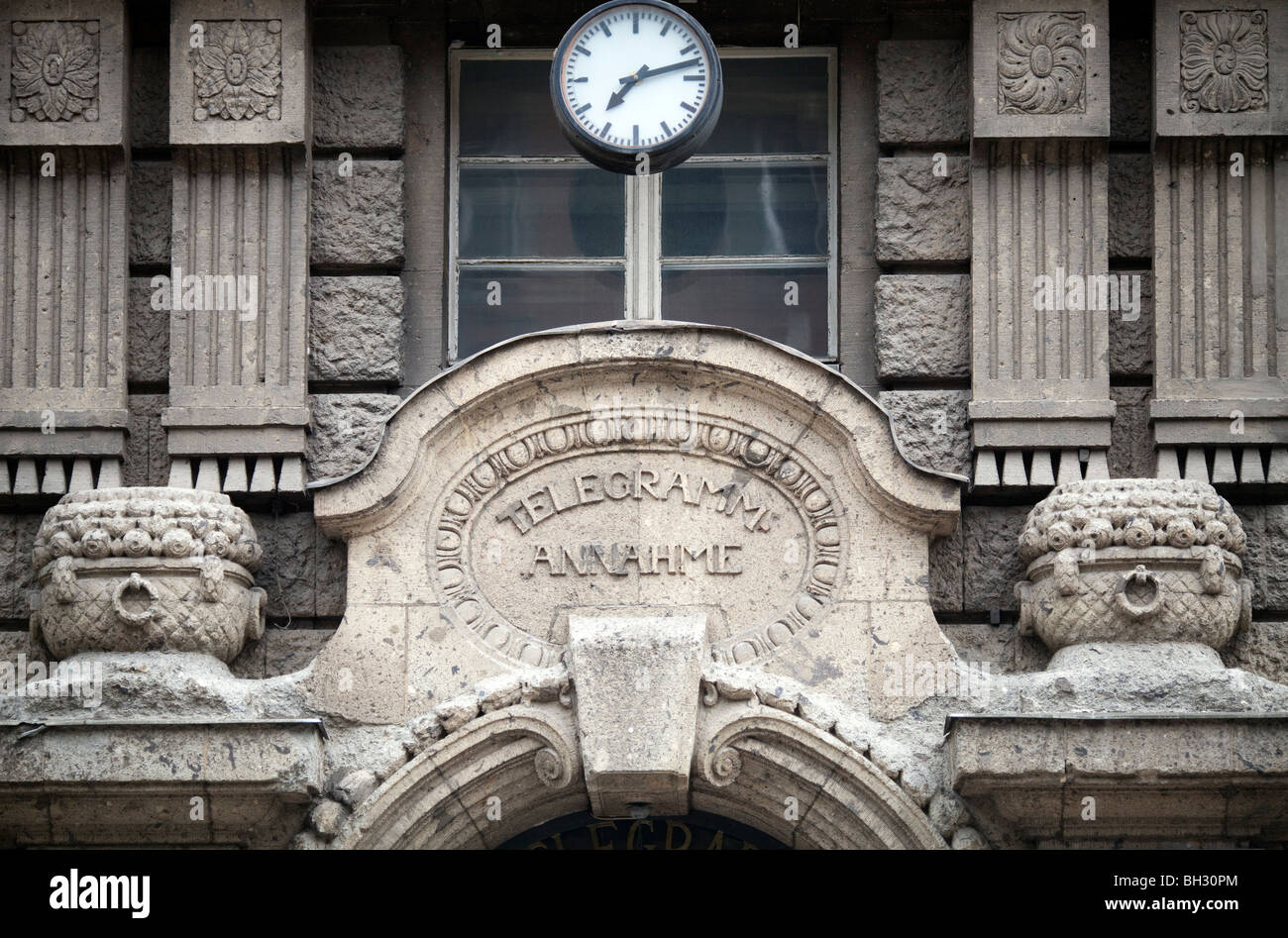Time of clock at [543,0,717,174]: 7:12
